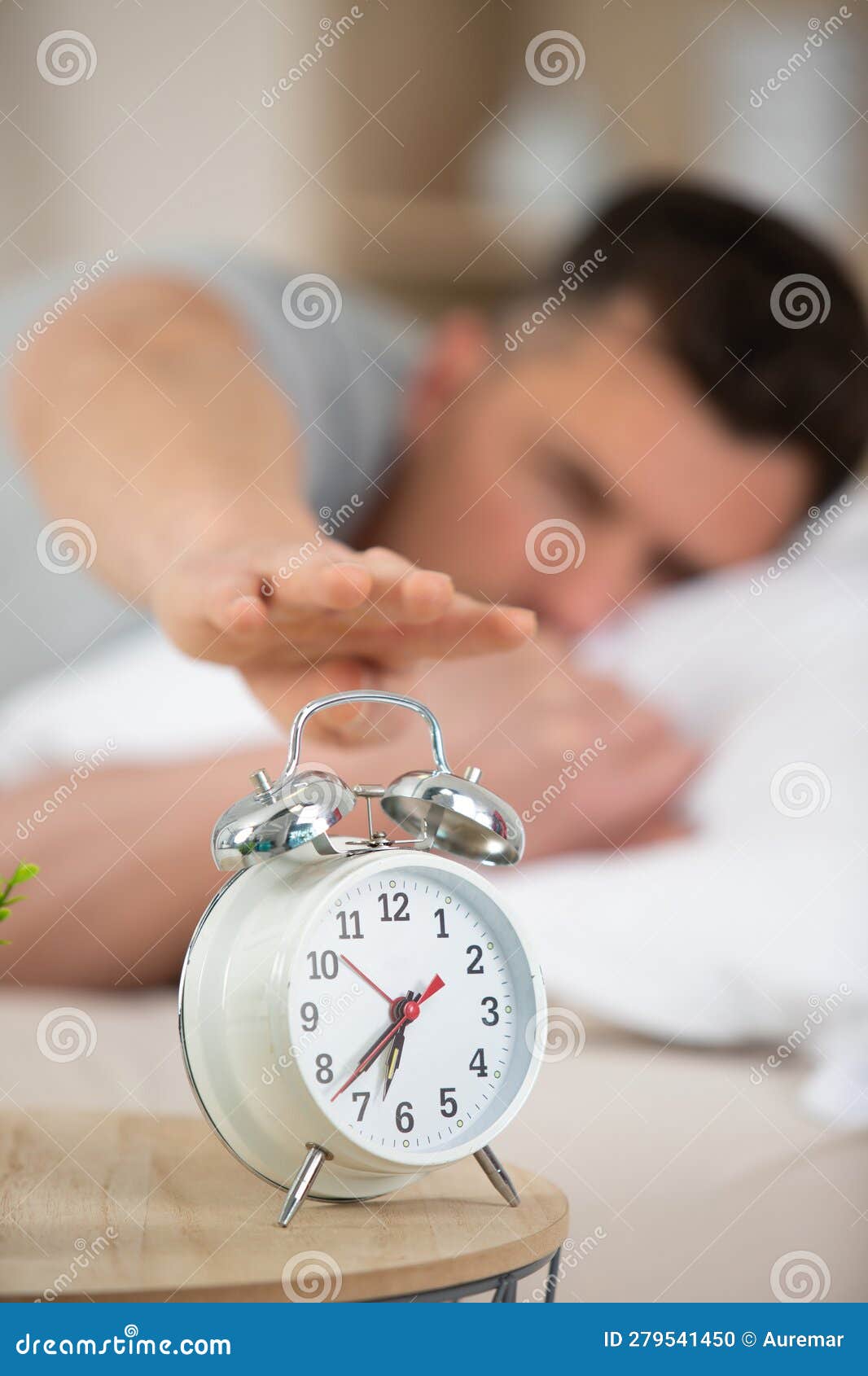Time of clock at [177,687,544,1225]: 6:36
